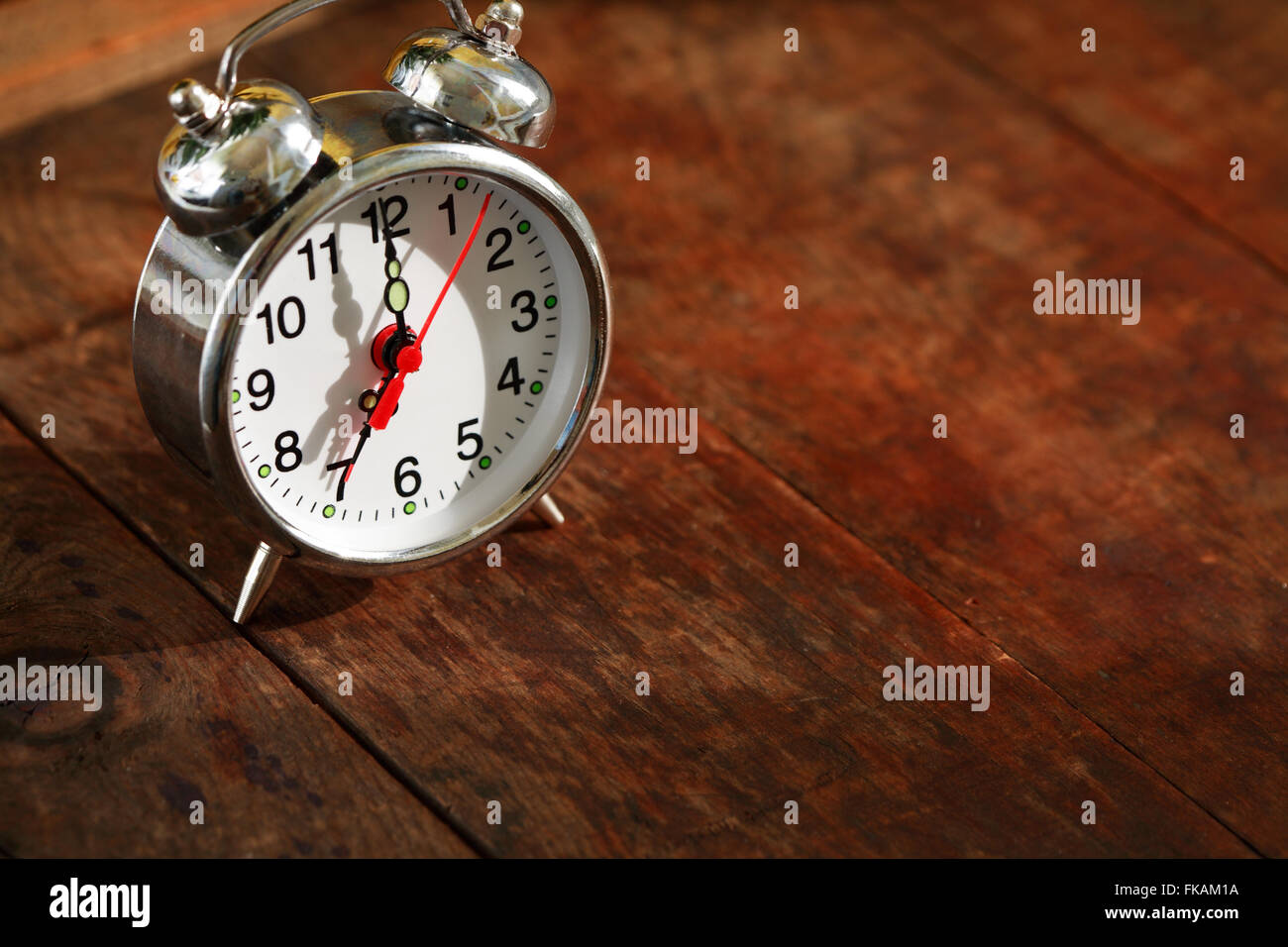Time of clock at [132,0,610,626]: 7:00
